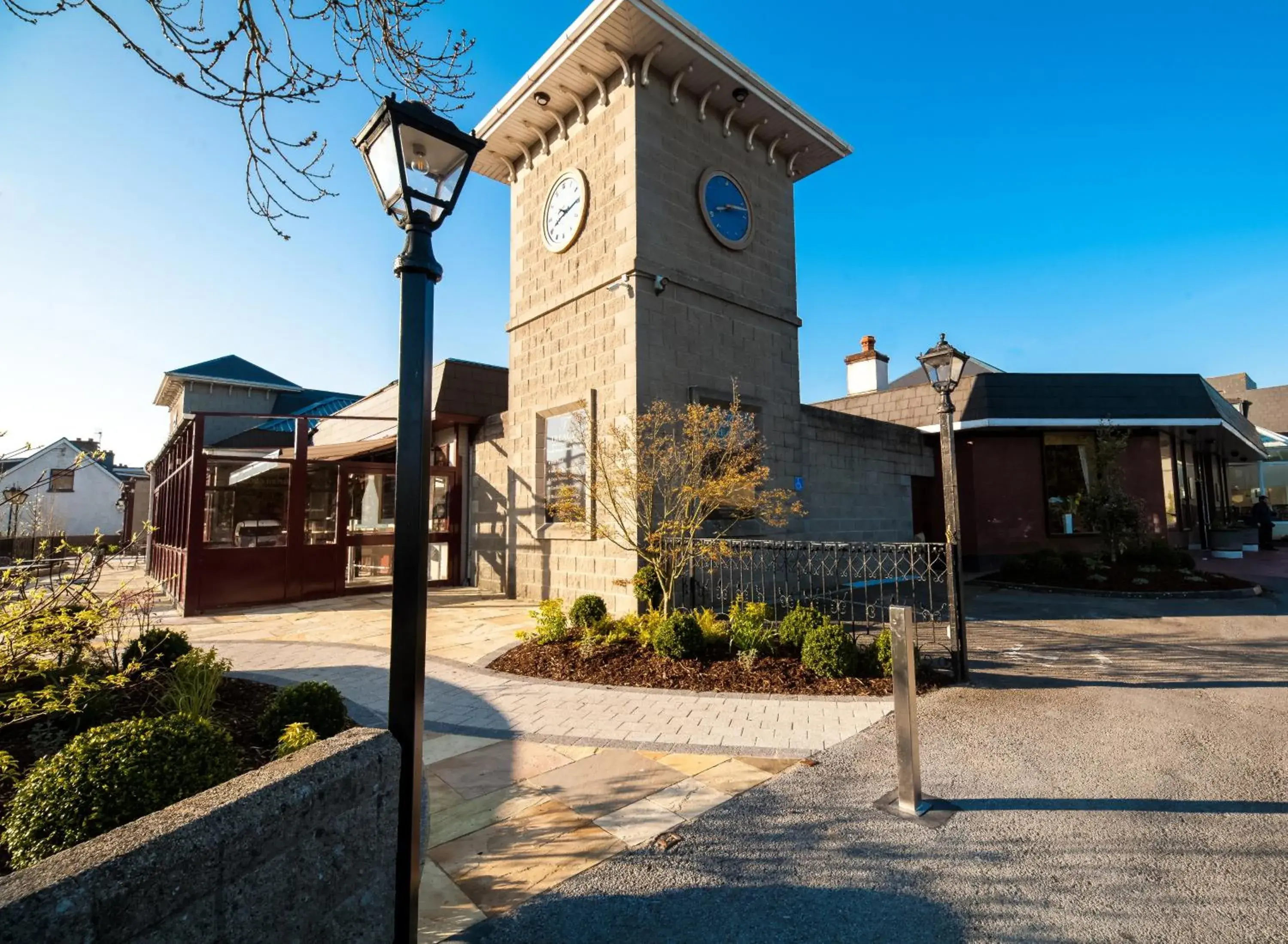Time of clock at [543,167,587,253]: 8:14
